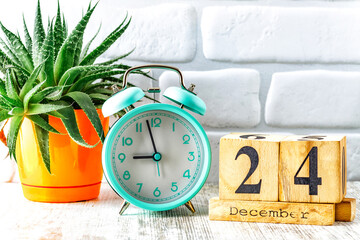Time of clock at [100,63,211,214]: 8:57
